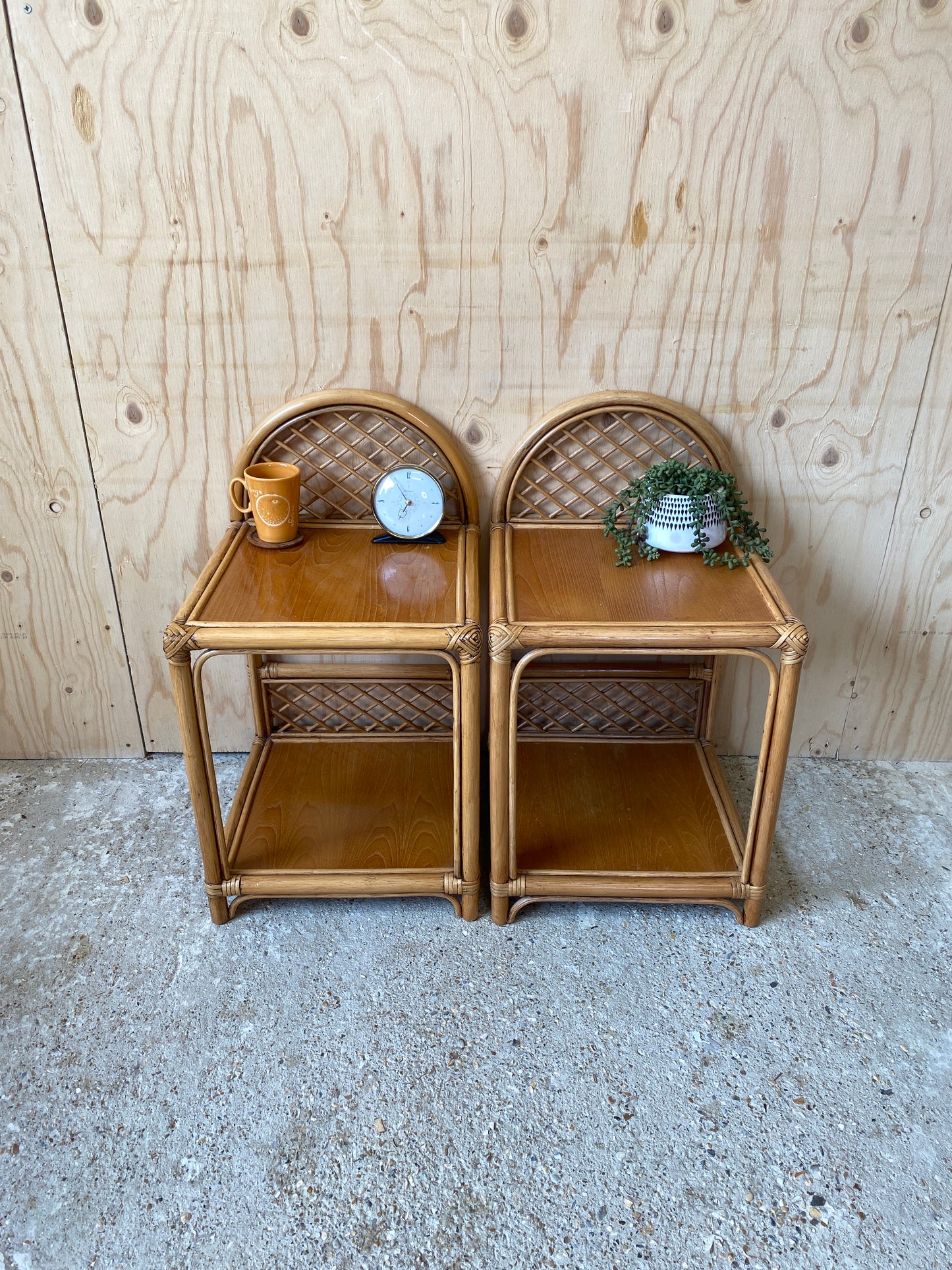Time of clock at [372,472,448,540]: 6:54
